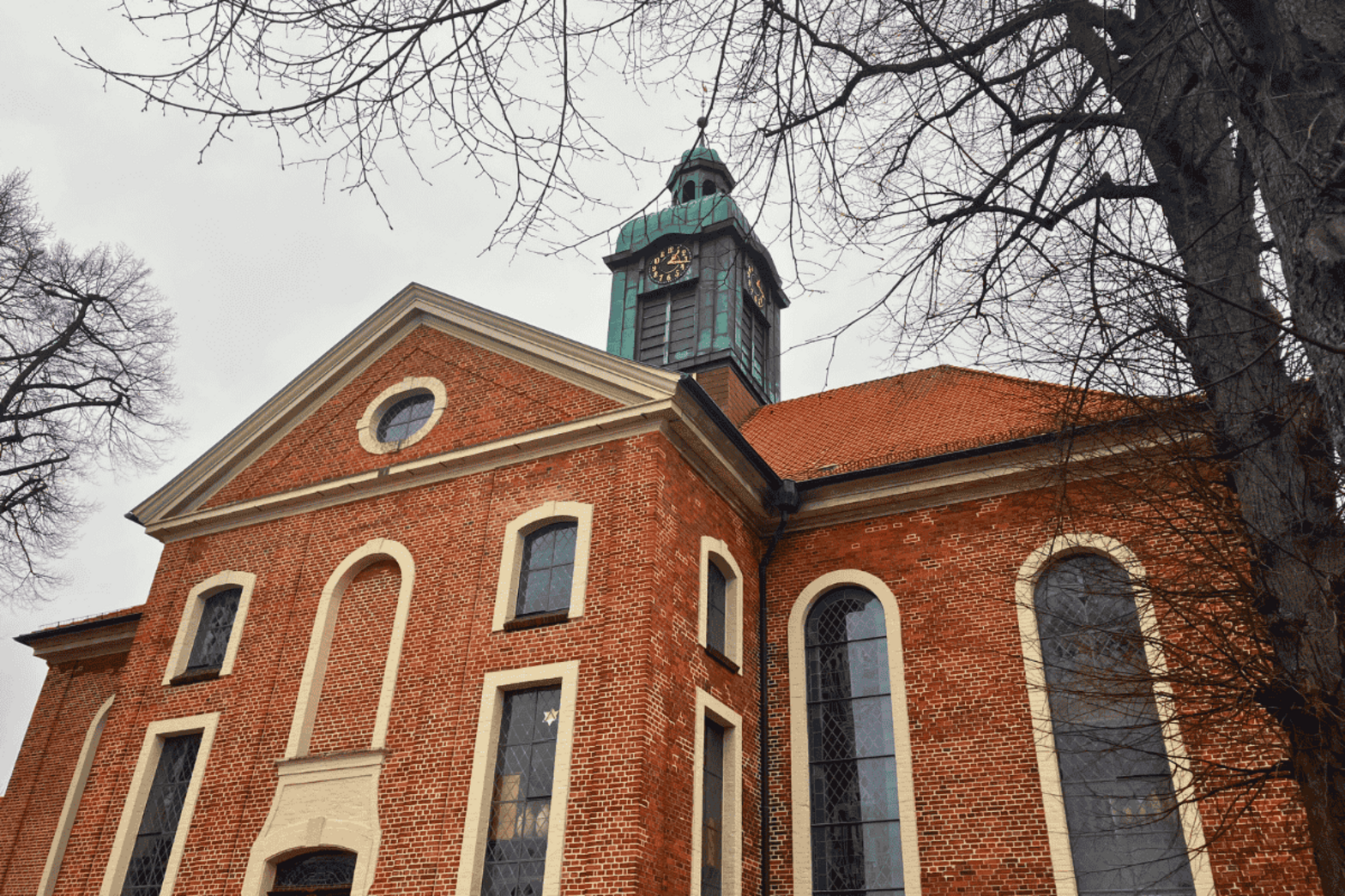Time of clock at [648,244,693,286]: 1:16
